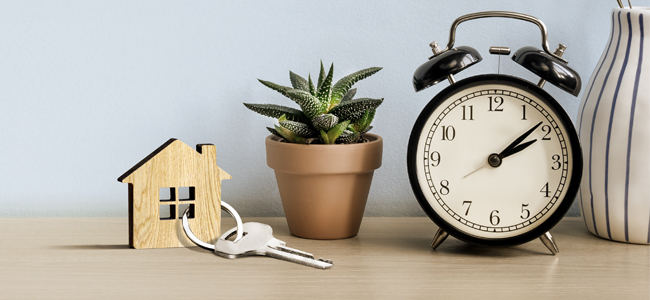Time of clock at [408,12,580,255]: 2:08
